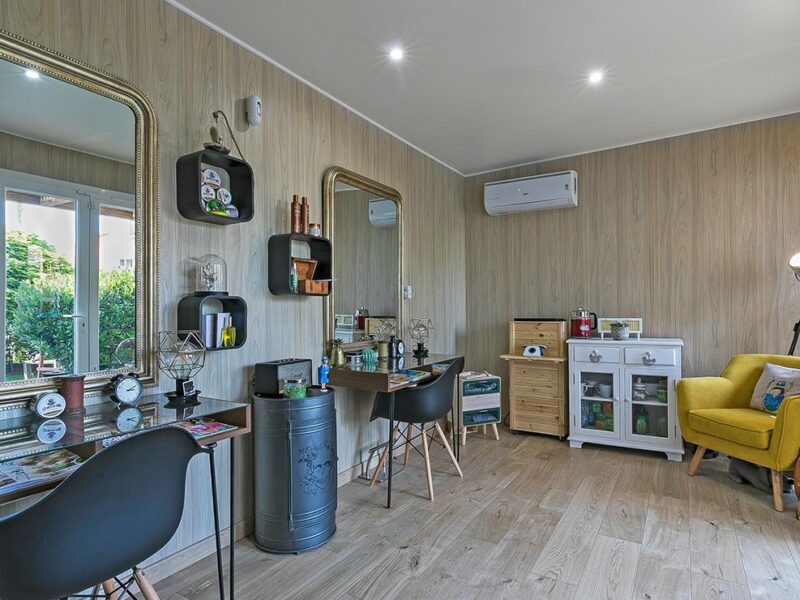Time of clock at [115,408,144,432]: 2:18
